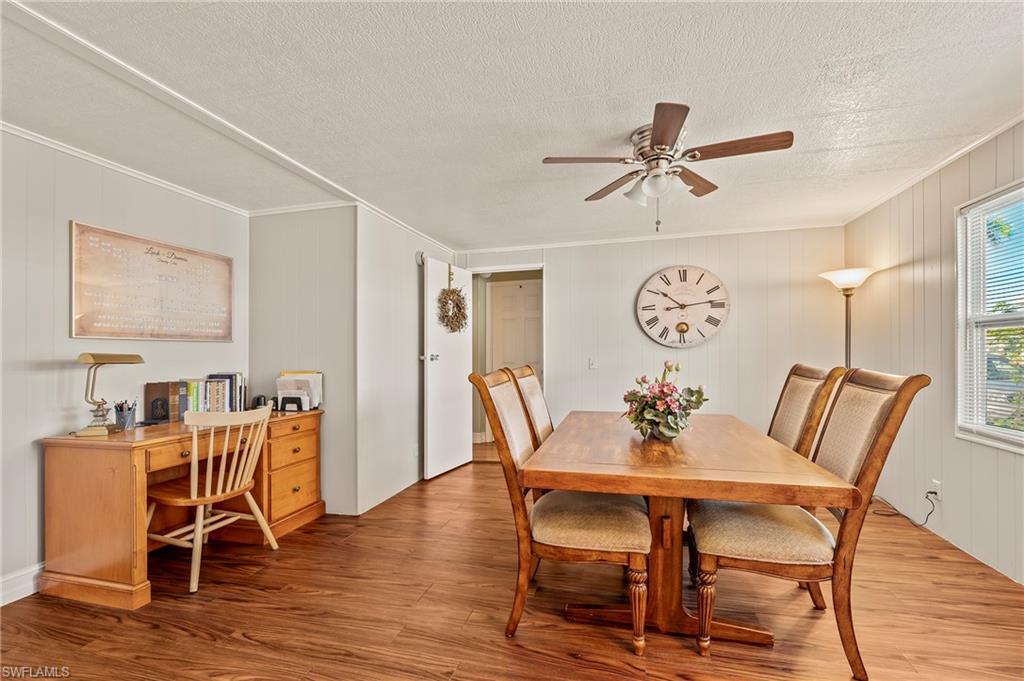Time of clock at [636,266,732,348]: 10:13
